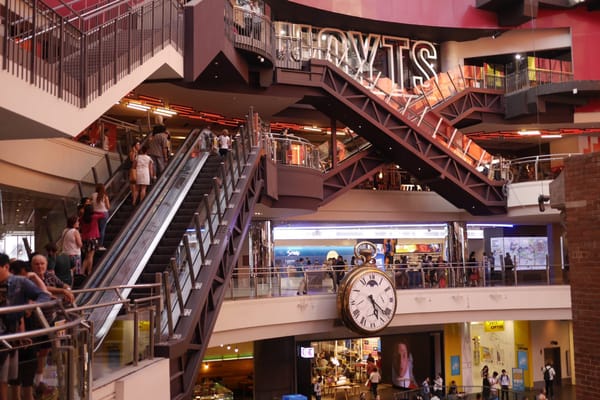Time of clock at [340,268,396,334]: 5:21
